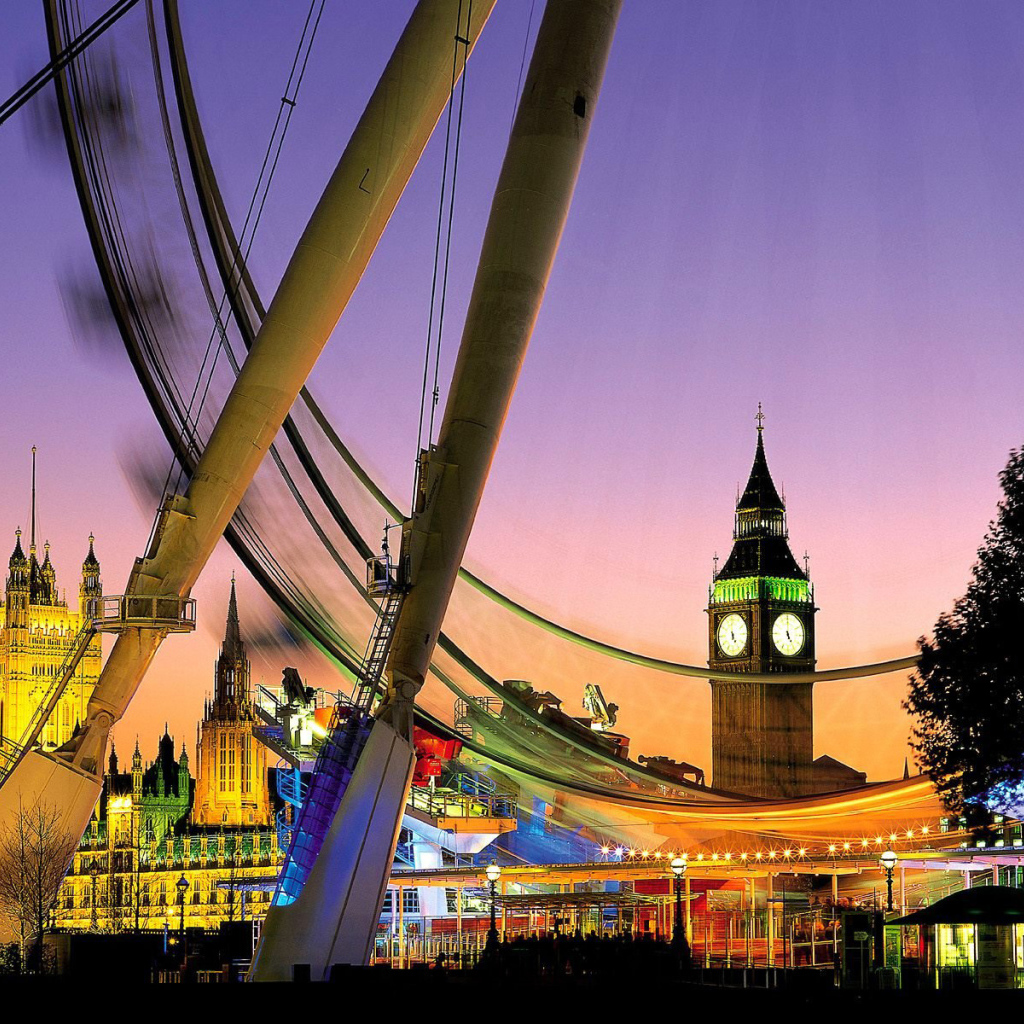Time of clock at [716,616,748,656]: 4:59
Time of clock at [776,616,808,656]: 4:59
